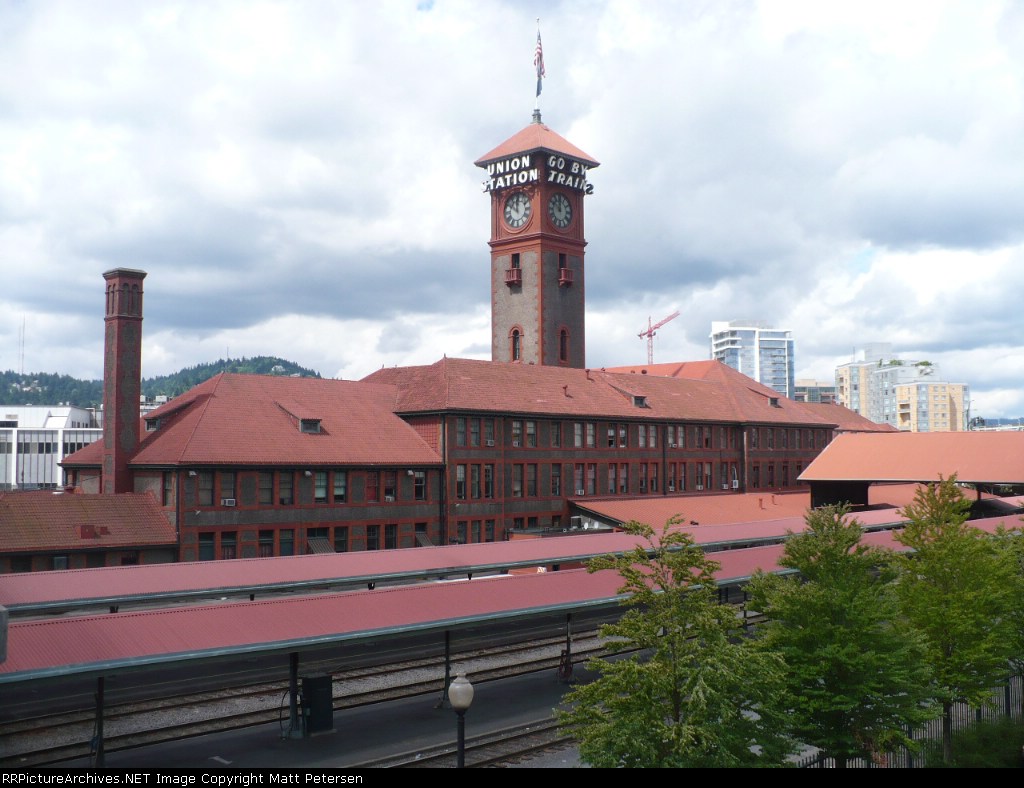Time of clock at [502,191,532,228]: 11:51
